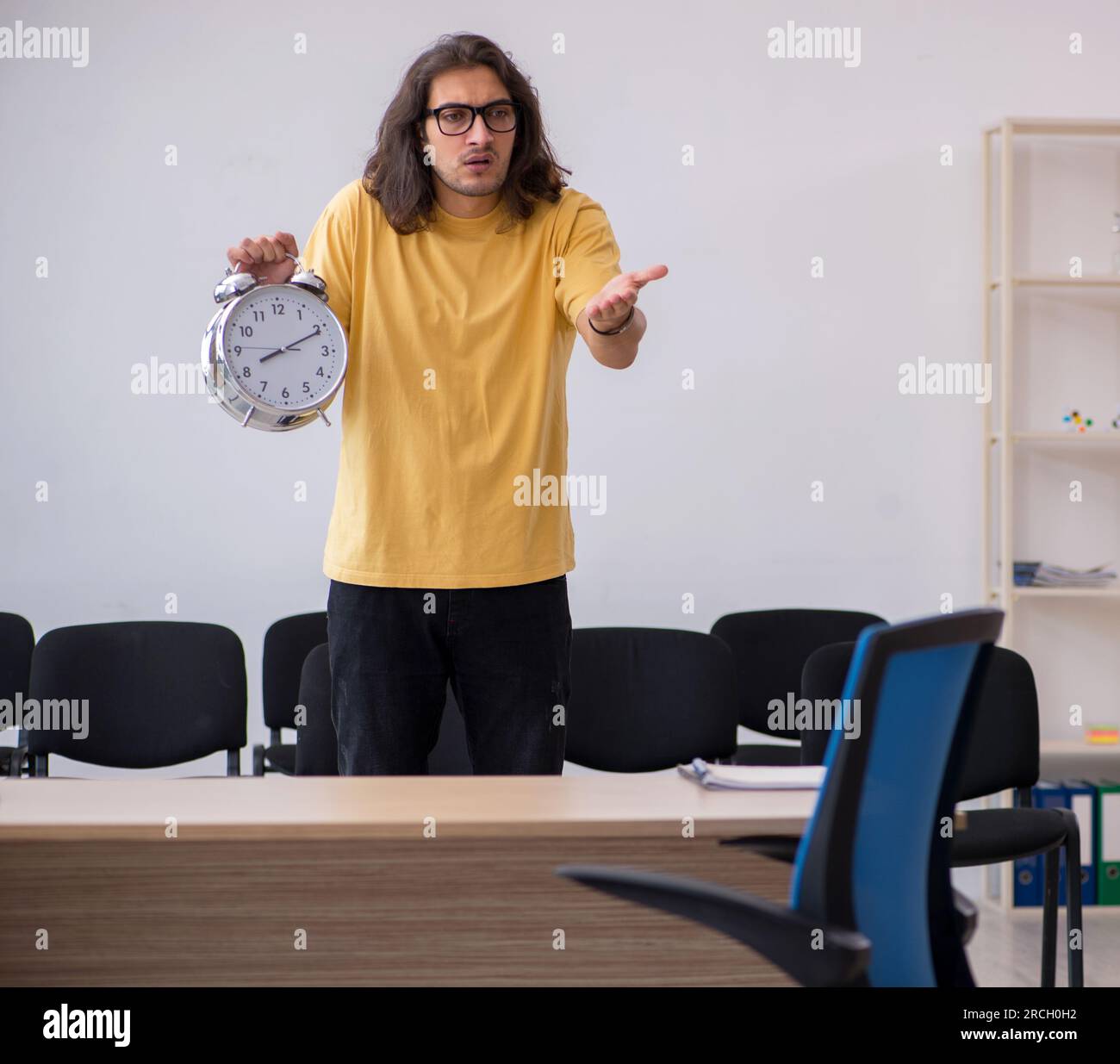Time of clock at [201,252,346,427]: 8:10
